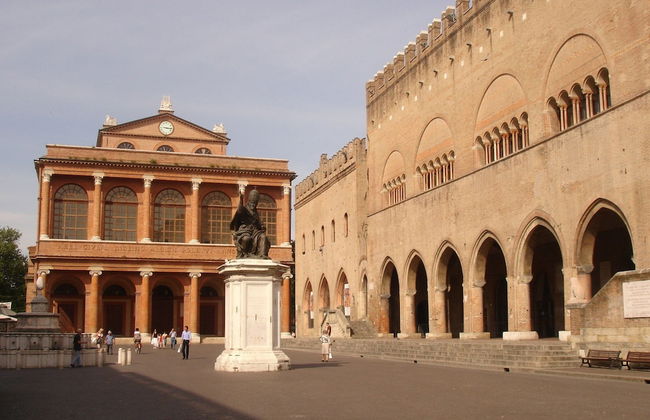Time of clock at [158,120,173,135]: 3:16
